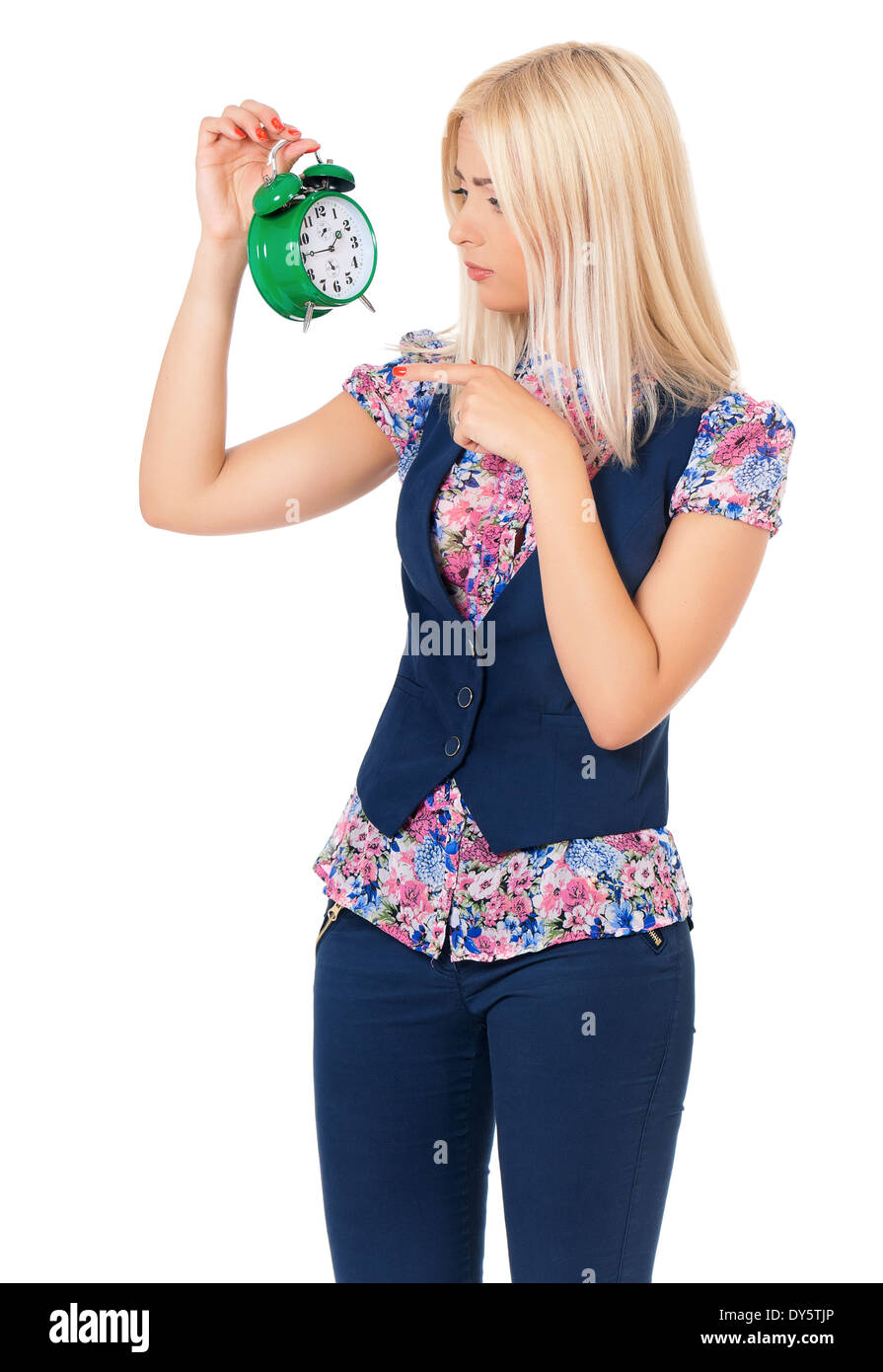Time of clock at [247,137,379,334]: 1:43
